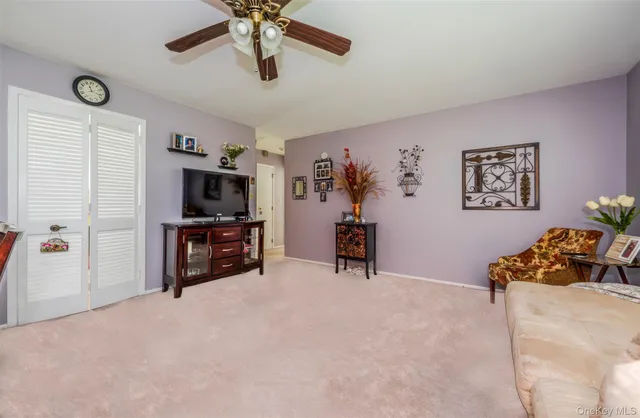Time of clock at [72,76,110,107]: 11:17
